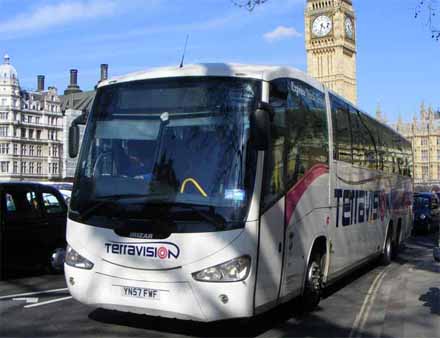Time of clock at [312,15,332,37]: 4:32
